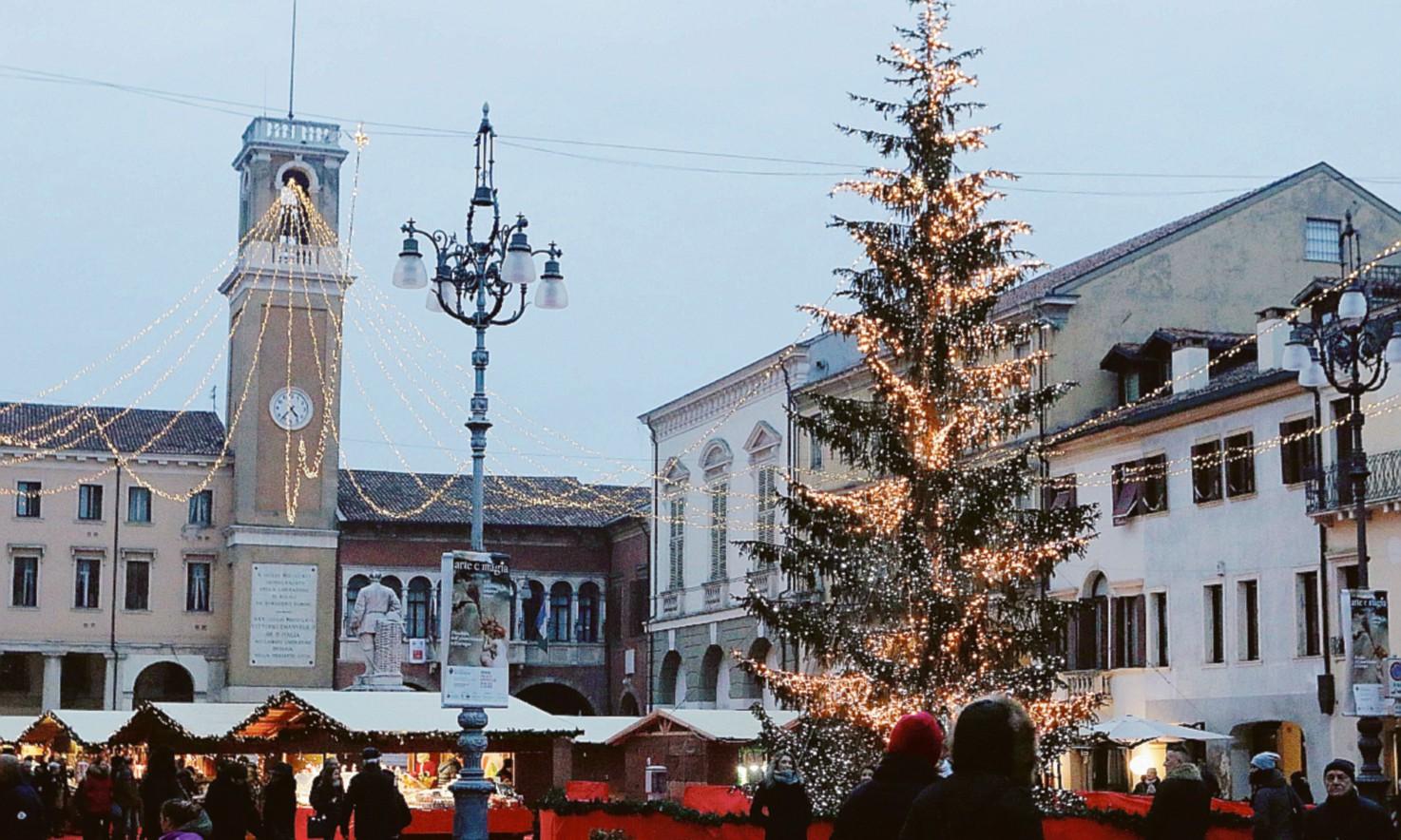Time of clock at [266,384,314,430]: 4:36
